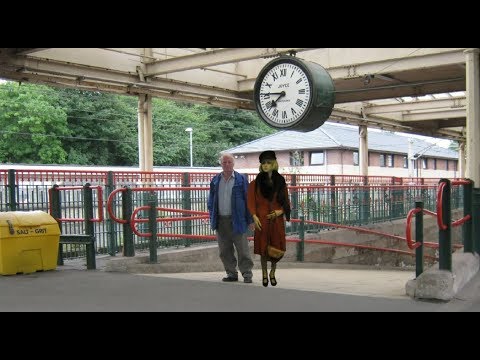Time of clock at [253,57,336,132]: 7:45
